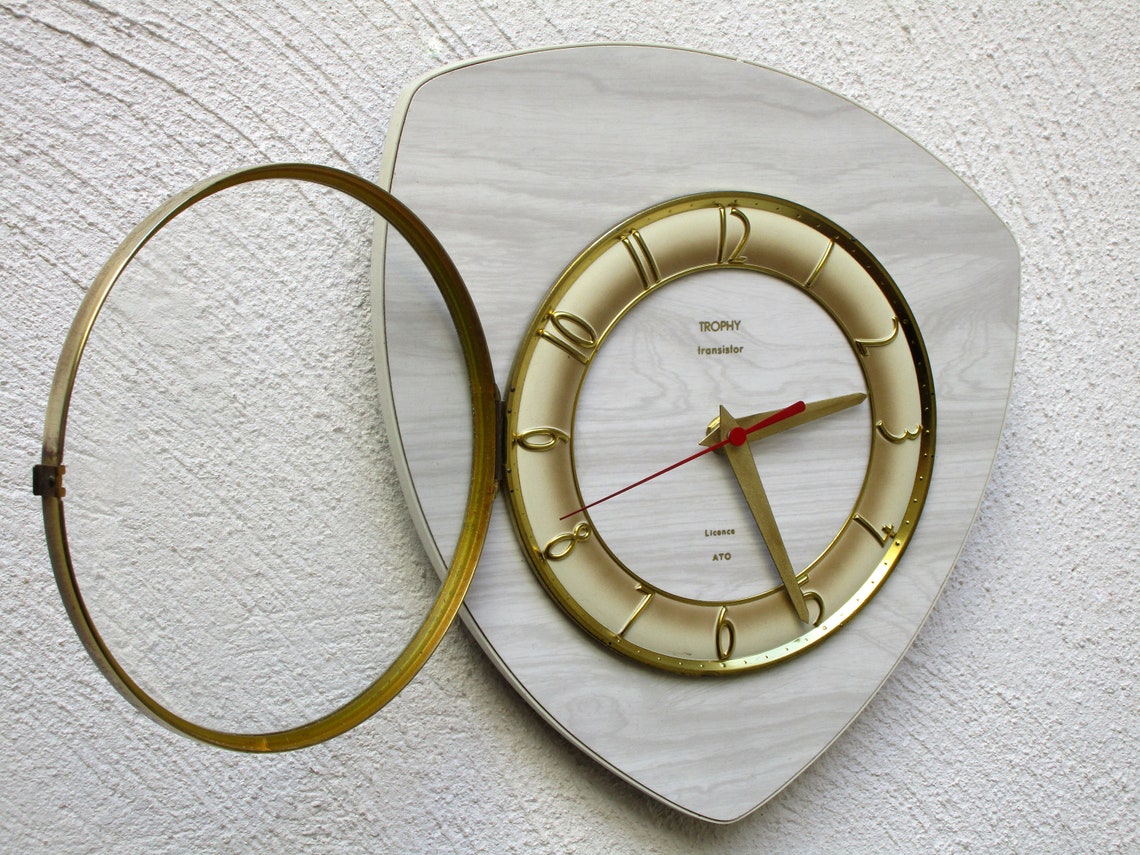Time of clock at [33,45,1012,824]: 2:25
